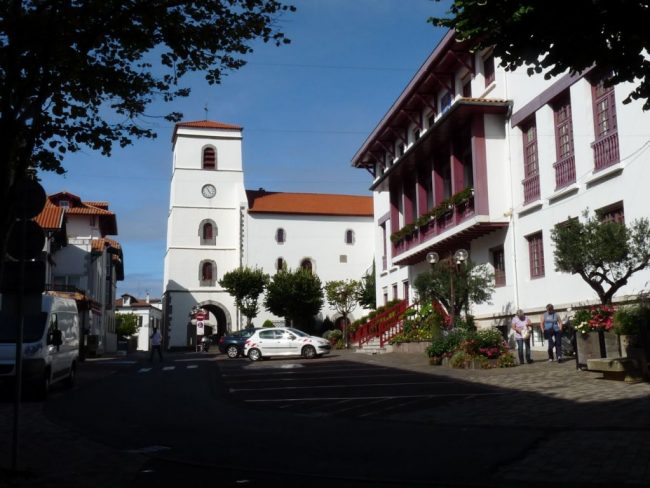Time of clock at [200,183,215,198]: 11:23
